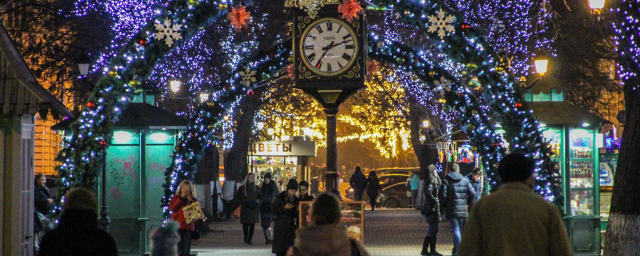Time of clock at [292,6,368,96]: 7:12
